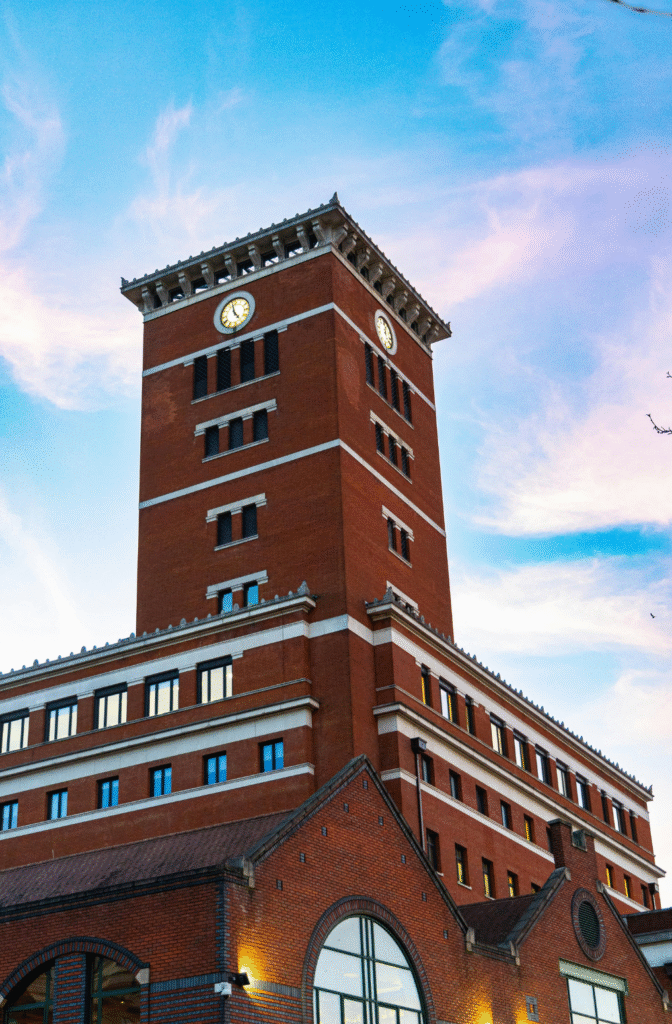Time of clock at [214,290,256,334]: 4:57
